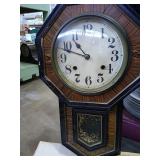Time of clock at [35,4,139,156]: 10:48
